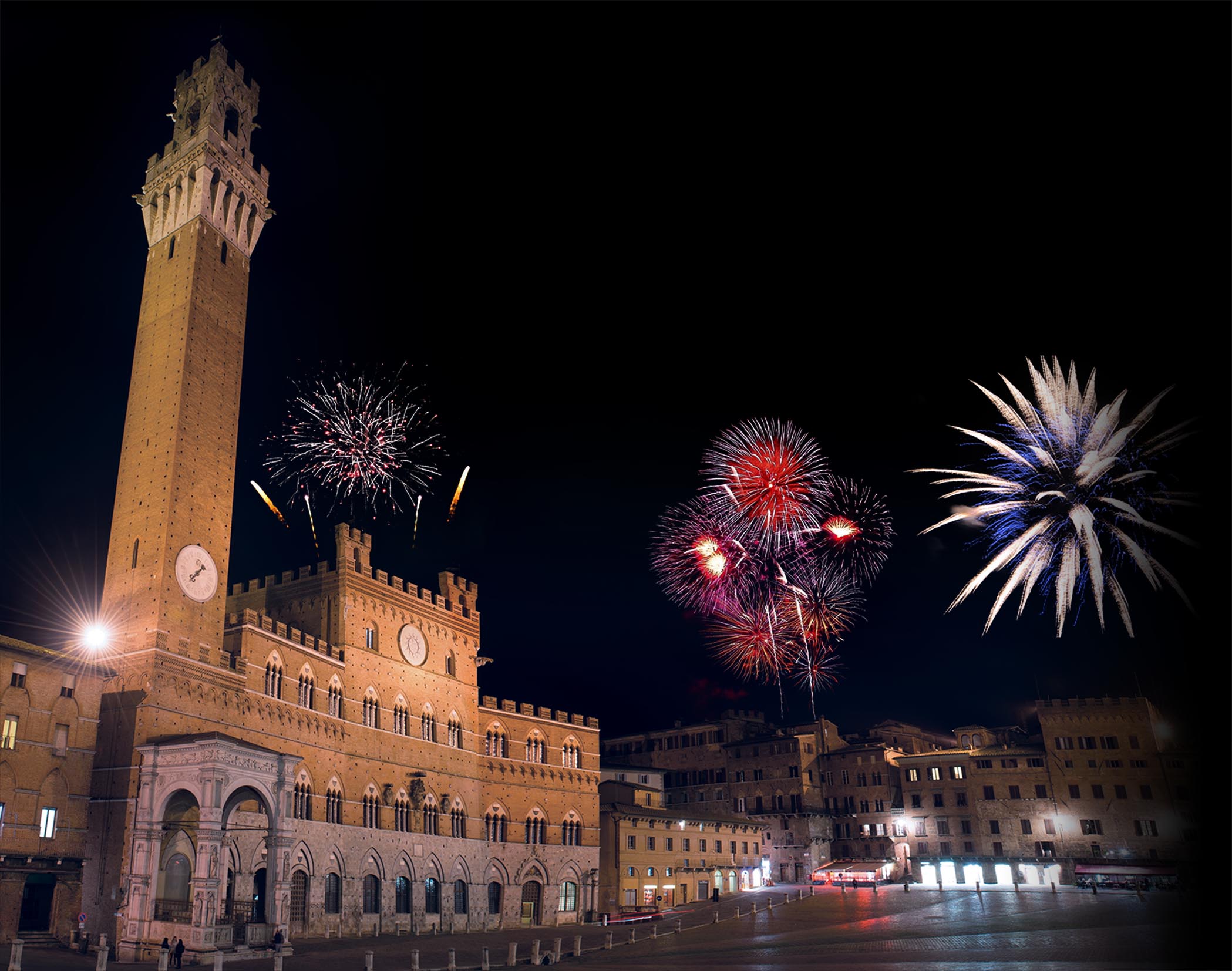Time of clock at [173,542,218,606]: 1:38
